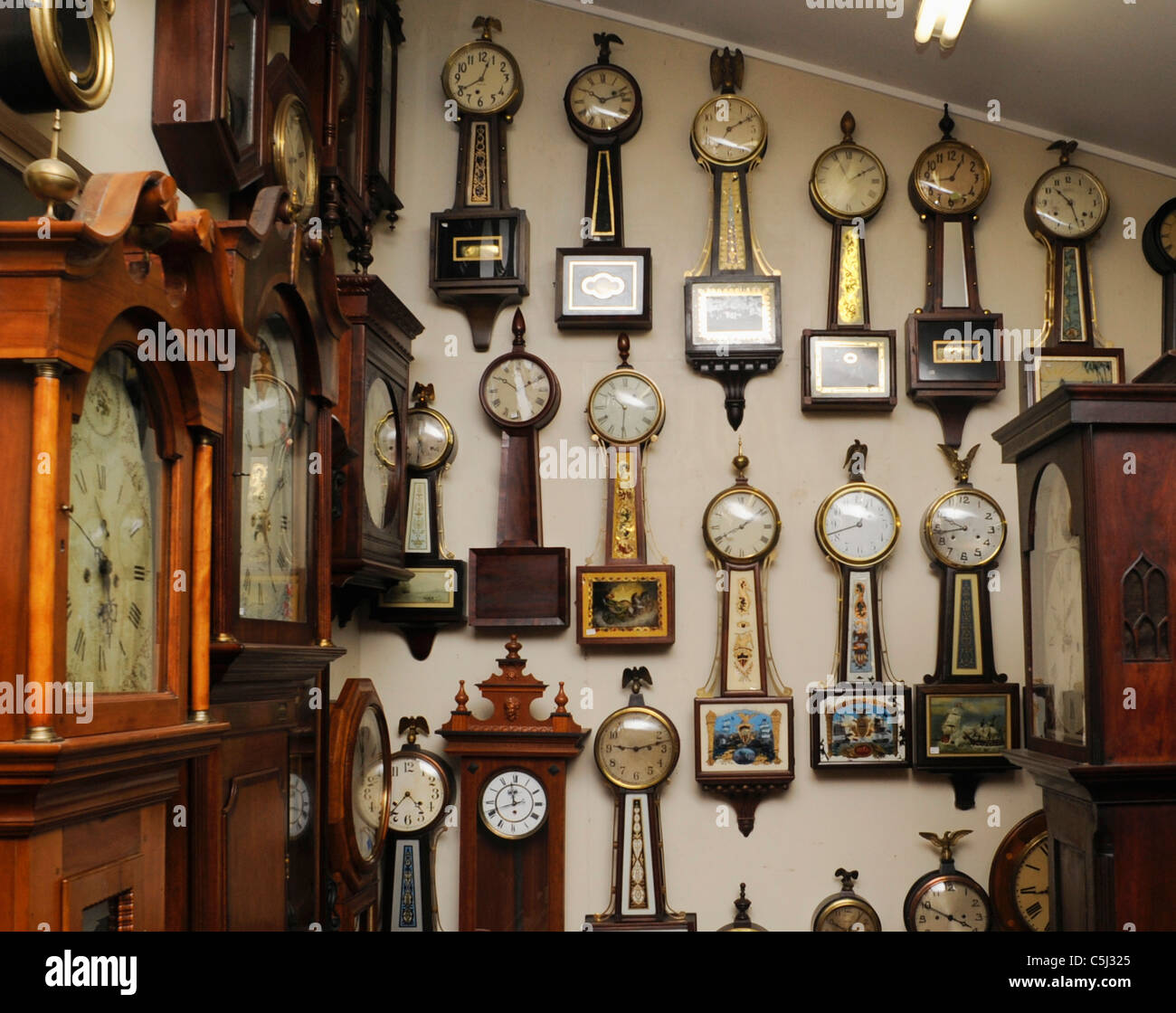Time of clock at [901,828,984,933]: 3:49
